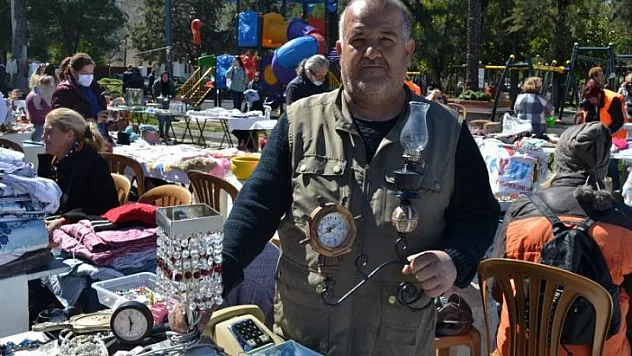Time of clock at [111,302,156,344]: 11:32
